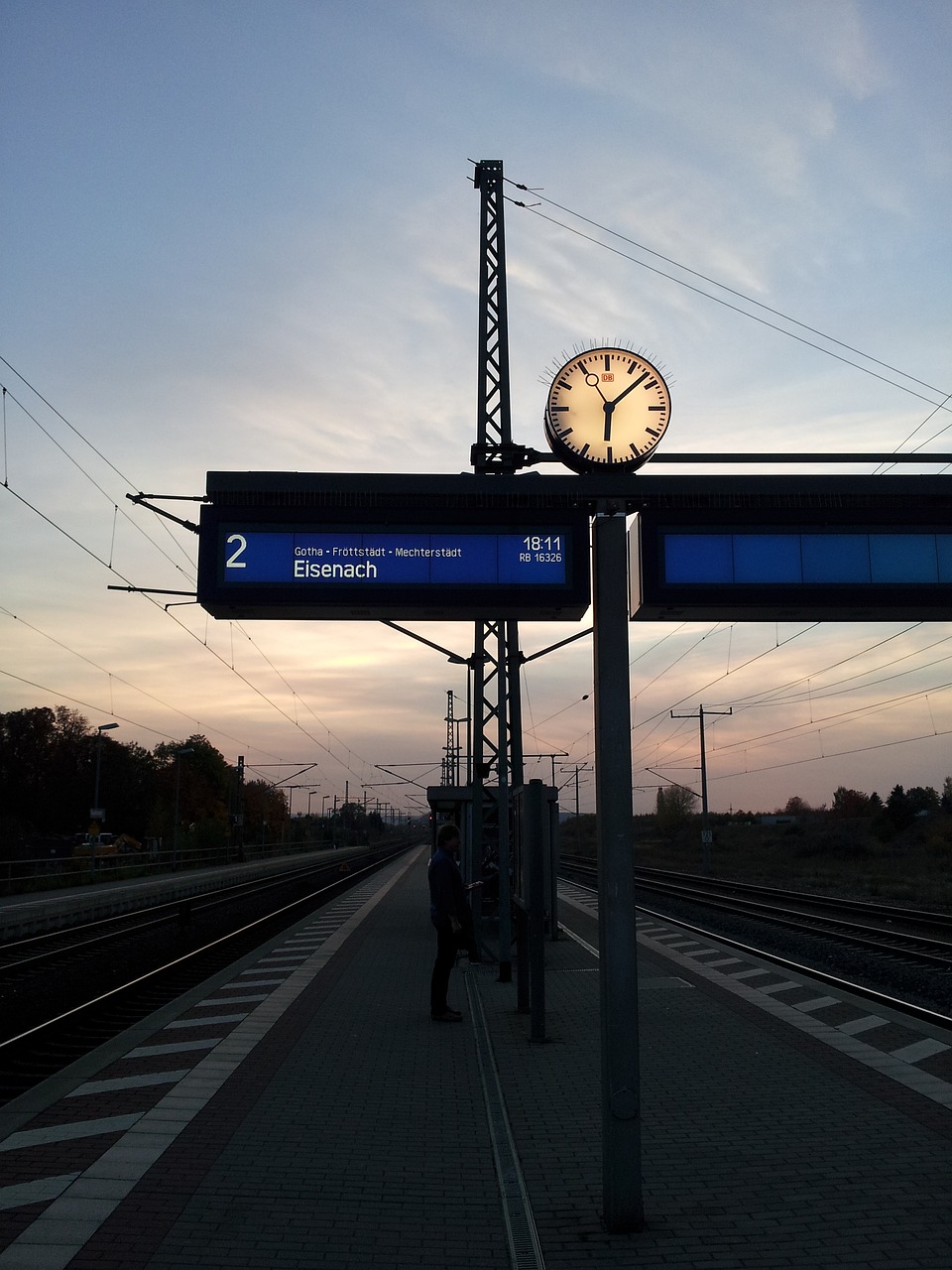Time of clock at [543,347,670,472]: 6:08
